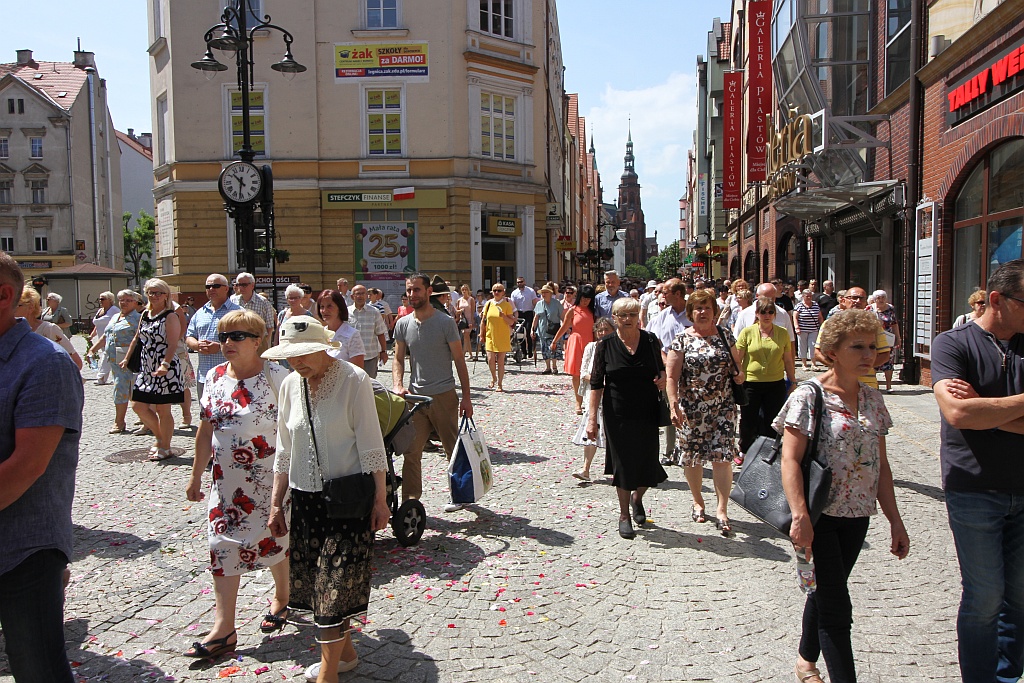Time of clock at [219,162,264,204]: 10:31
